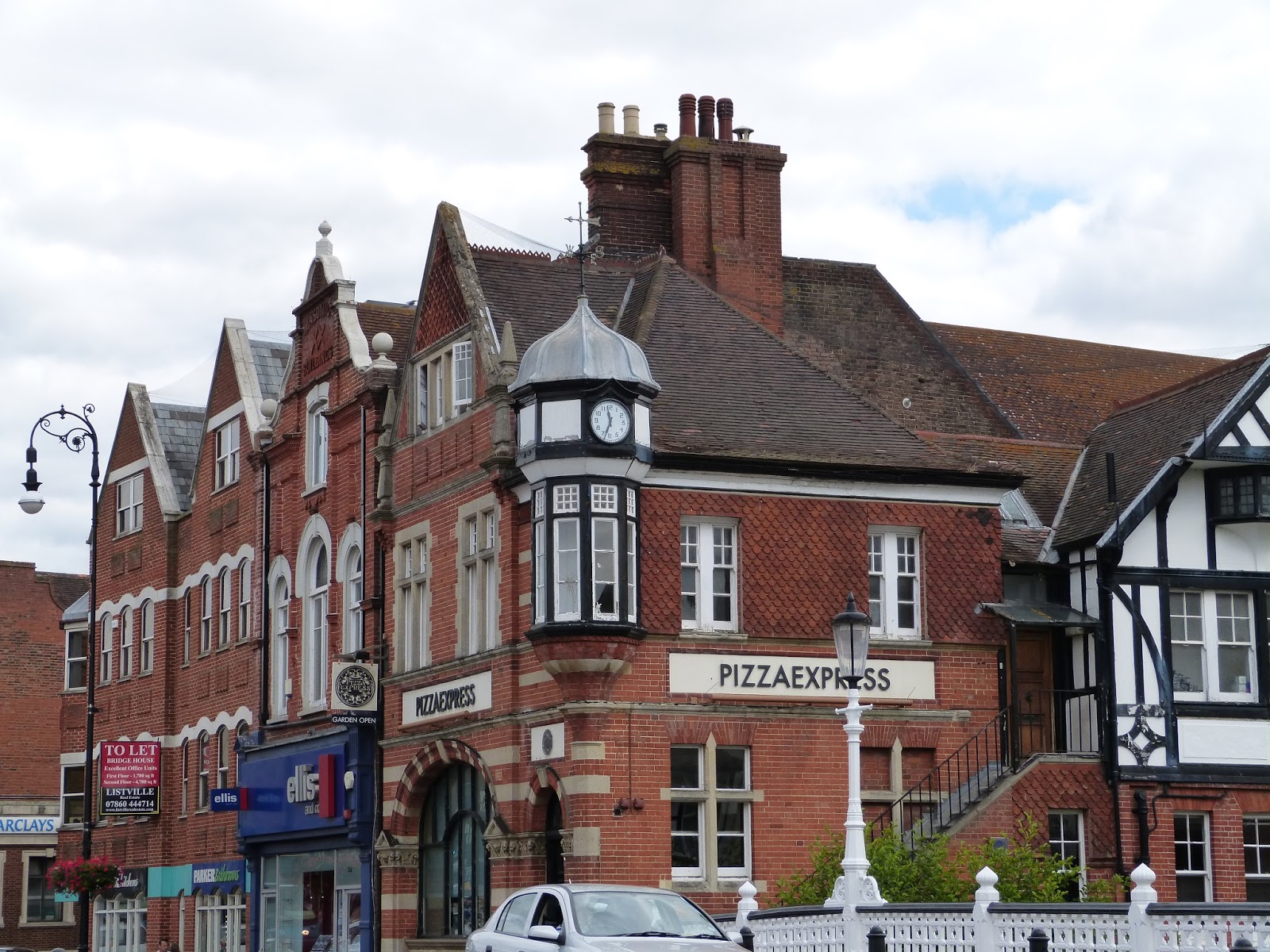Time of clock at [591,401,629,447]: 11:33
